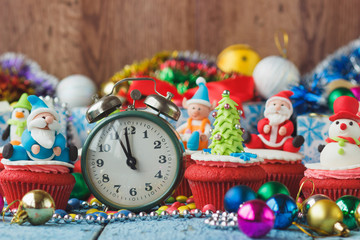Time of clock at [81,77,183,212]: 10:58
